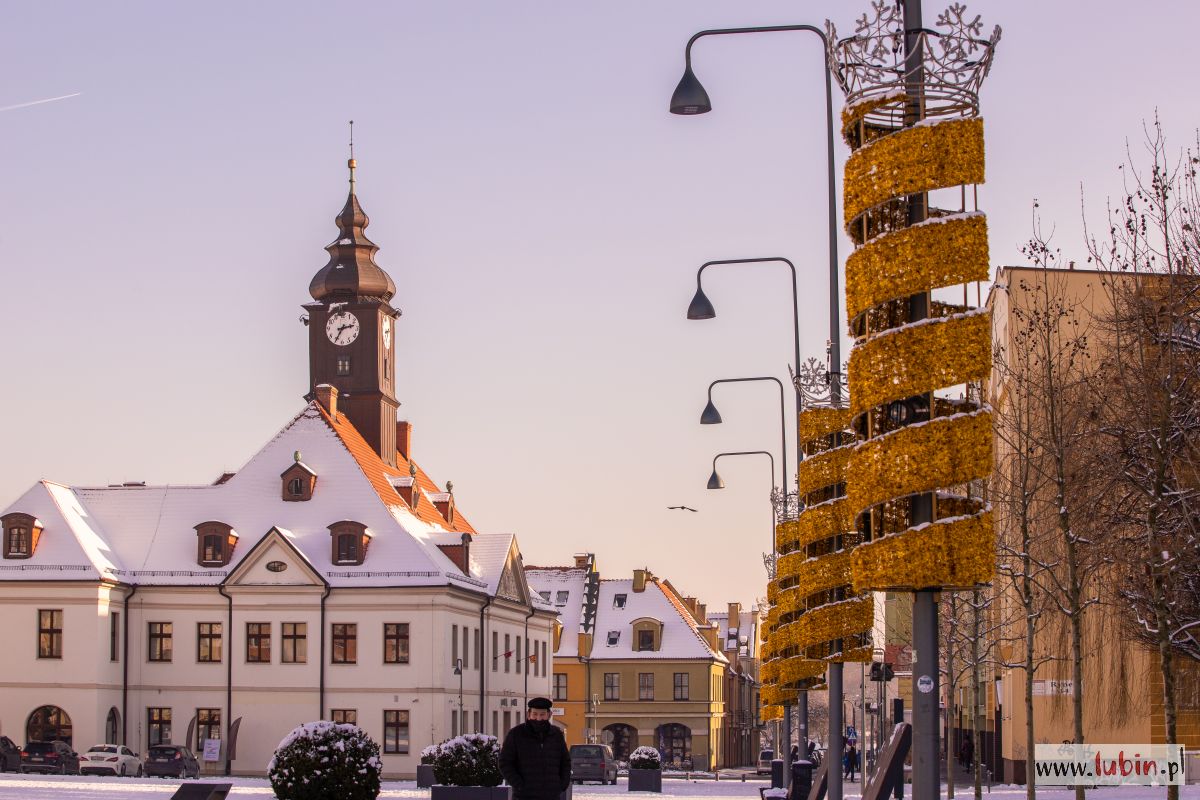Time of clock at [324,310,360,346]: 2:34
